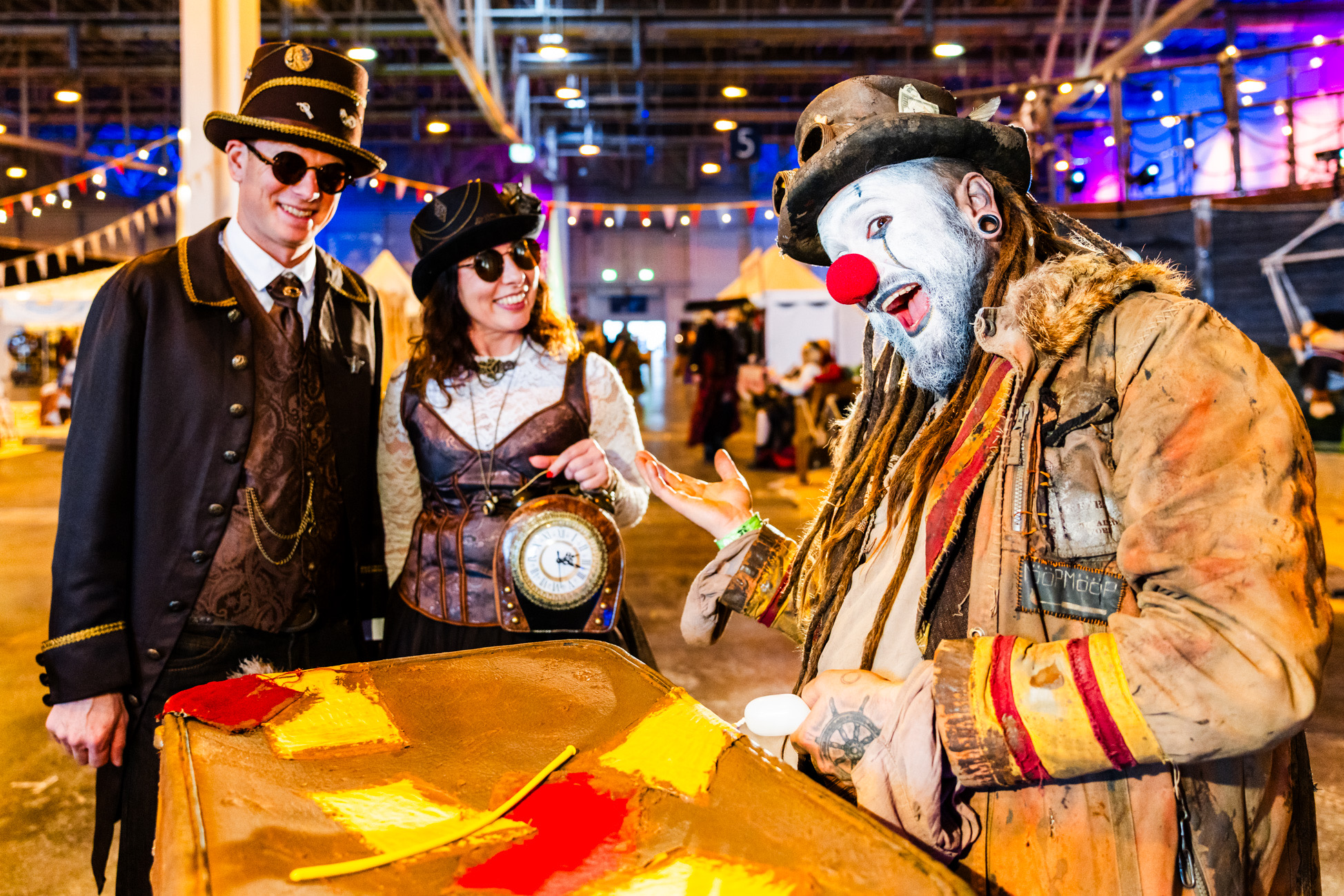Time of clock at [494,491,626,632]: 2:18
